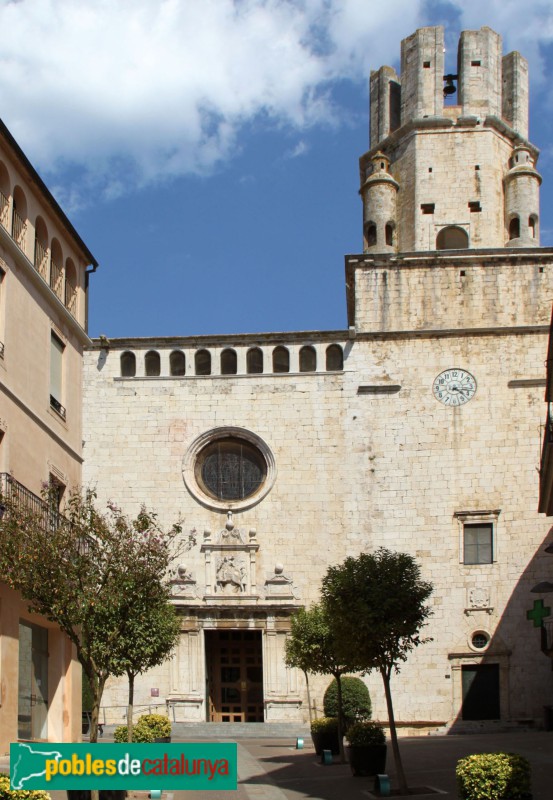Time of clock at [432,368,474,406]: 4:16
